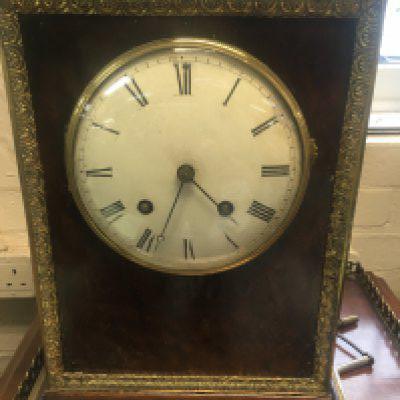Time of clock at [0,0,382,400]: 4:33
